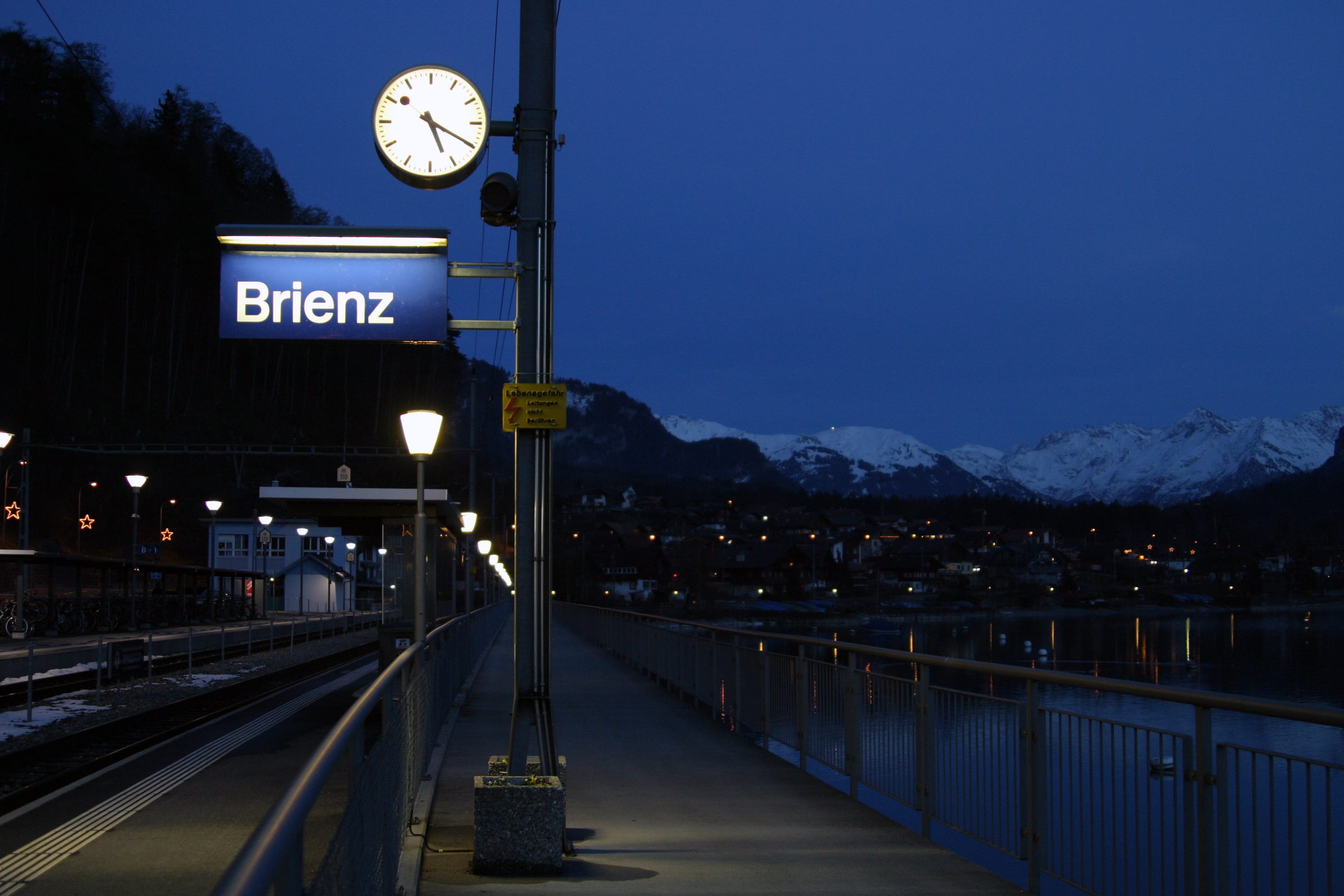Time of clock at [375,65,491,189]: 5:19
